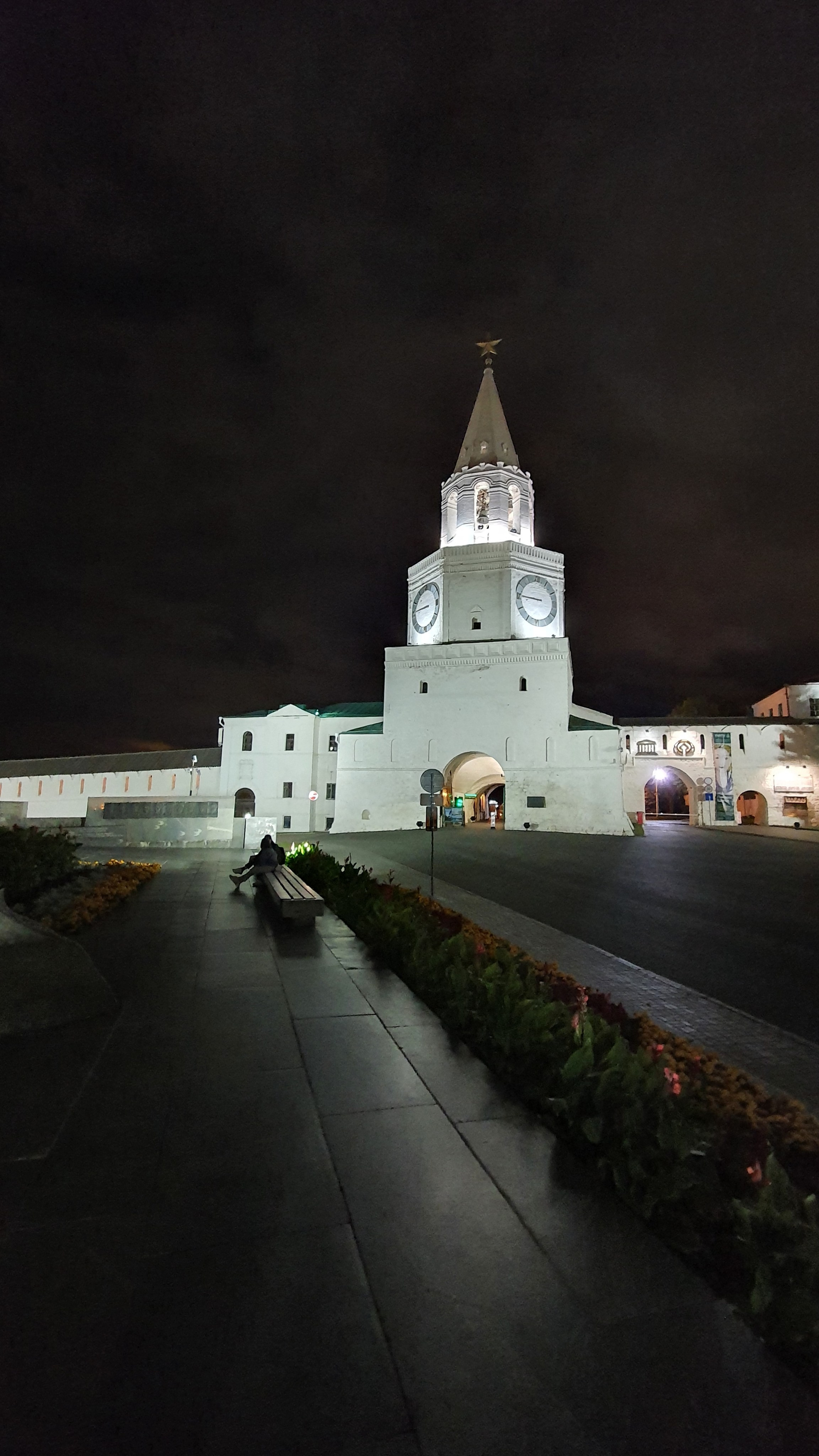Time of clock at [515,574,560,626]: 8:45
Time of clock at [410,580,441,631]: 8:45
